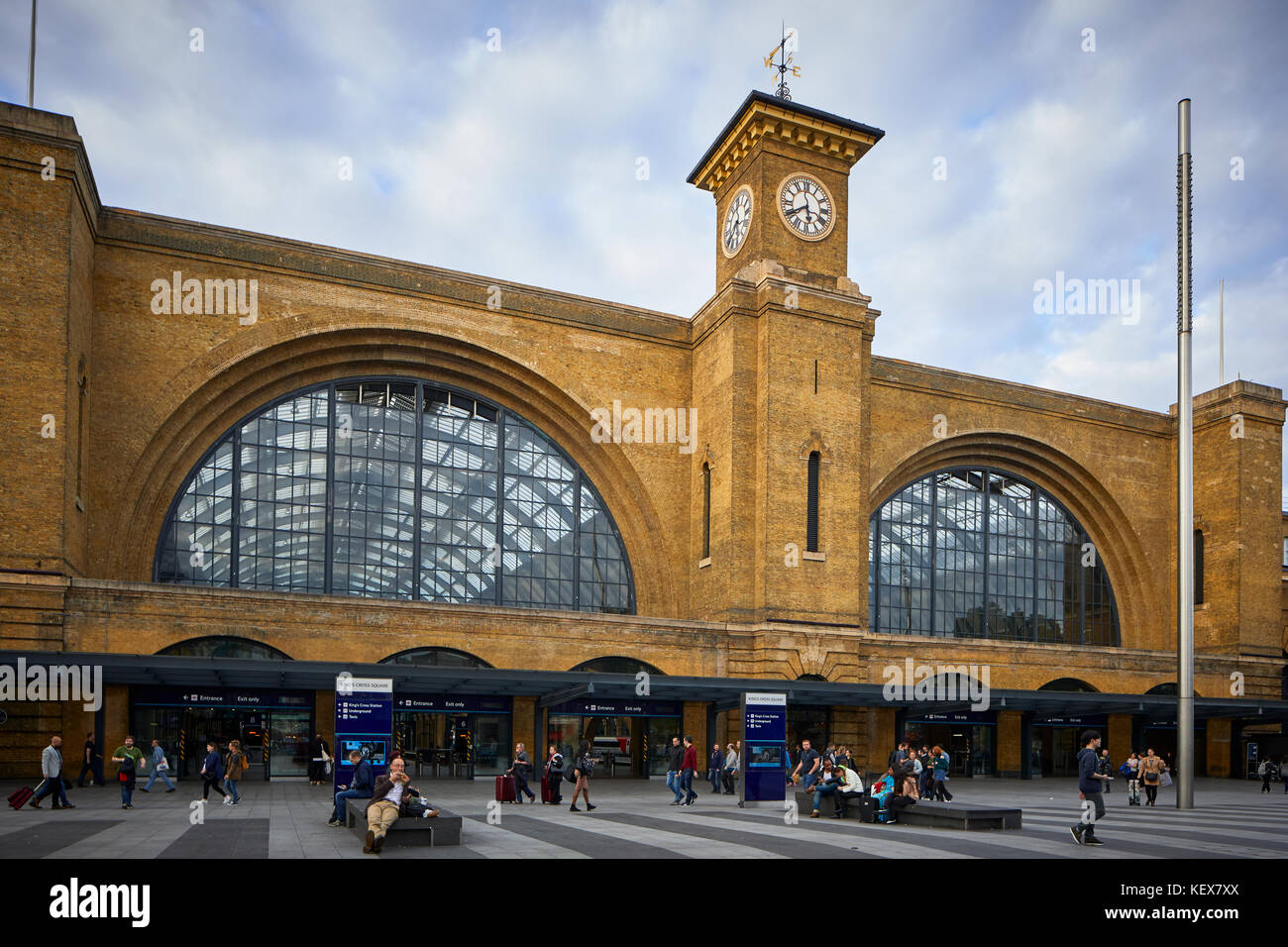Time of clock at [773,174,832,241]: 5:40
